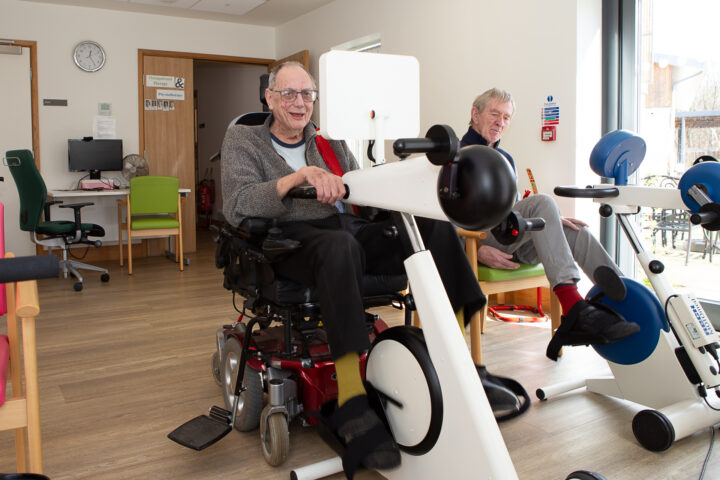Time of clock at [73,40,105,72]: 12:24
